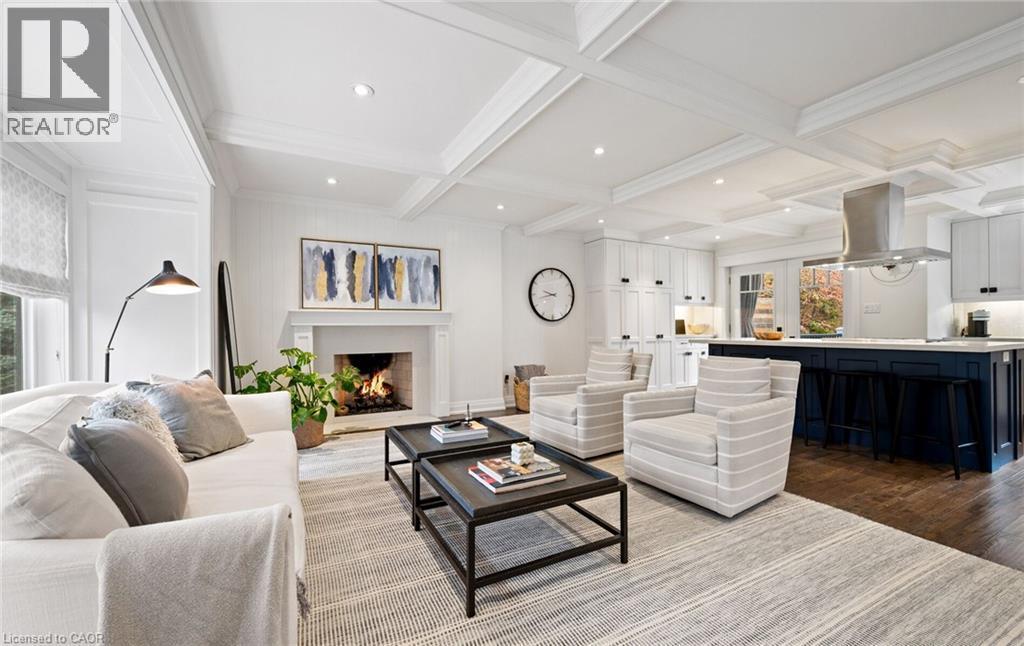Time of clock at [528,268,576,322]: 9:42
